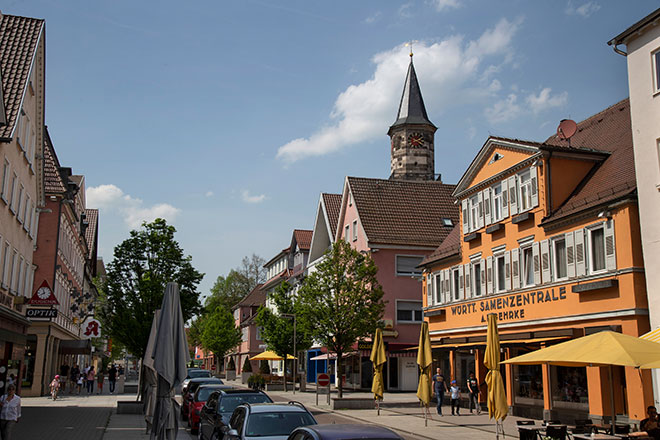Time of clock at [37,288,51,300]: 7:57
